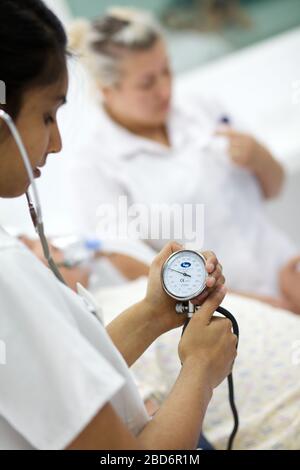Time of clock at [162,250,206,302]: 9:48
